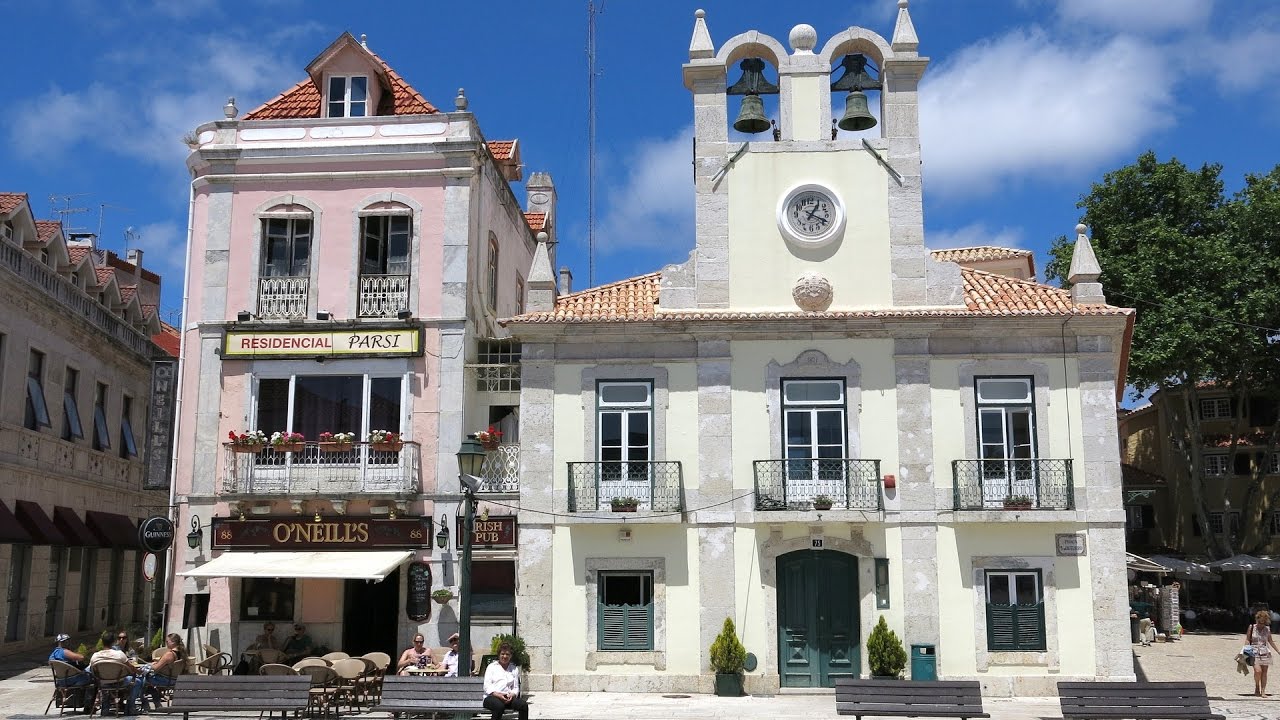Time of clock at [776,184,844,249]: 1:18
